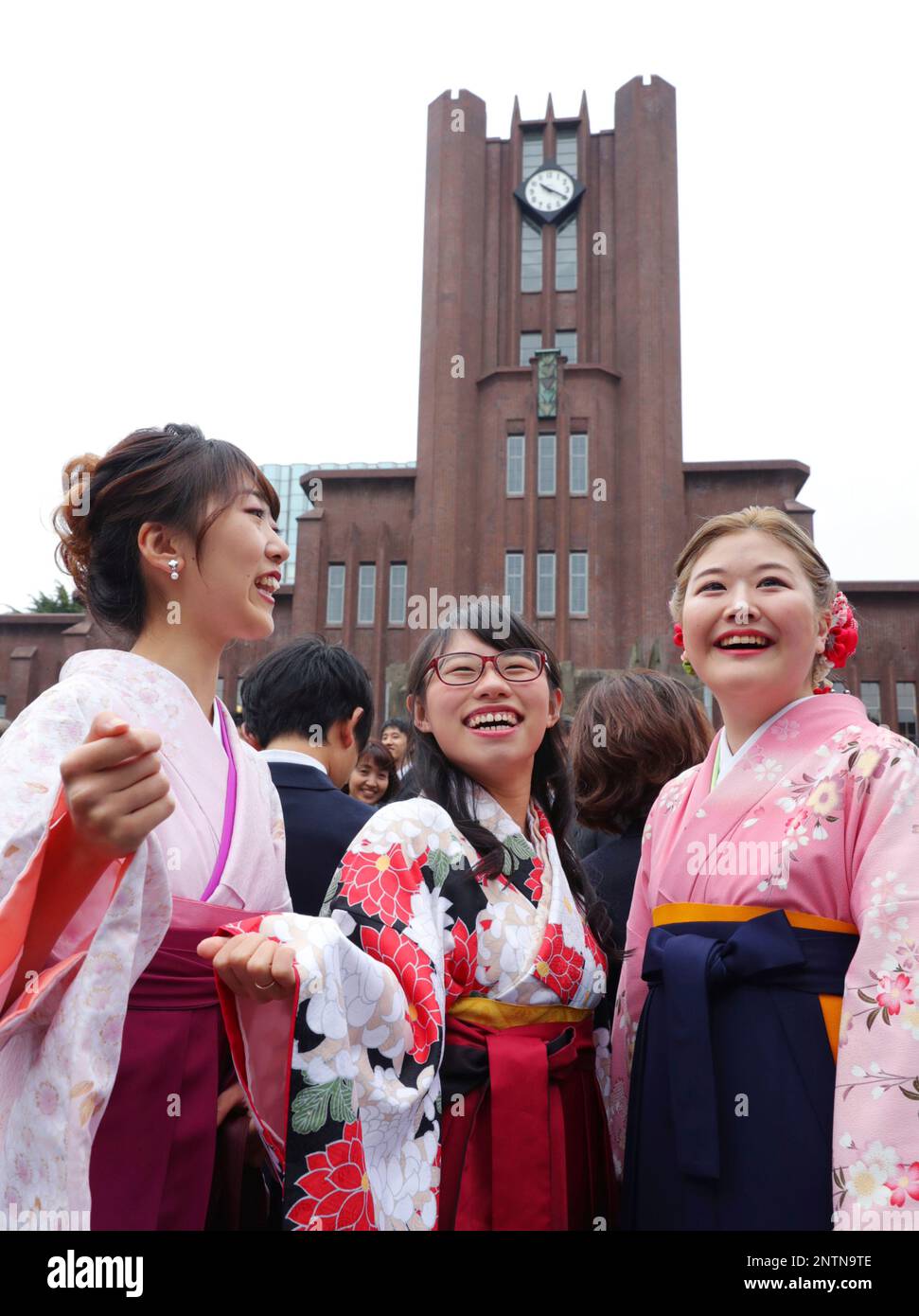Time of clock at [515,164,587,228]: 10:19
